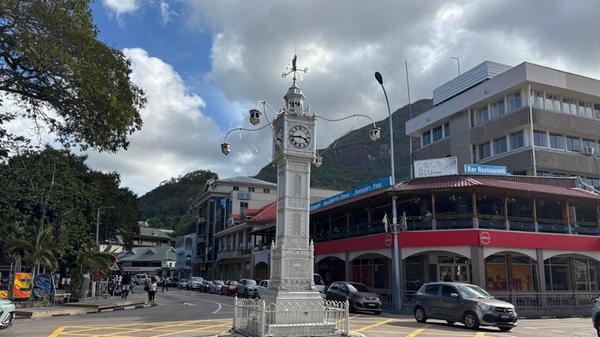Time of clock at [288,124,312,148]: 3:43
